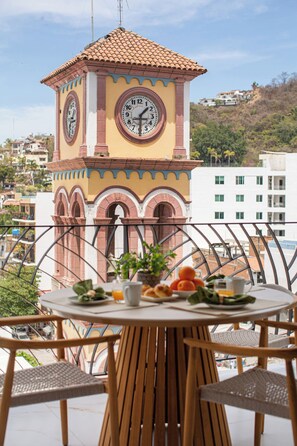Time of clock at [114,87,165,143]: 1:30
